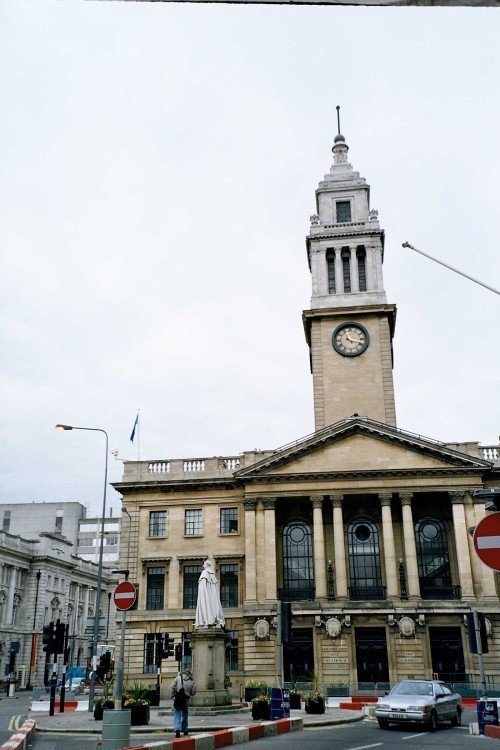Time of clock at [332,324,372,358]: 11:18
